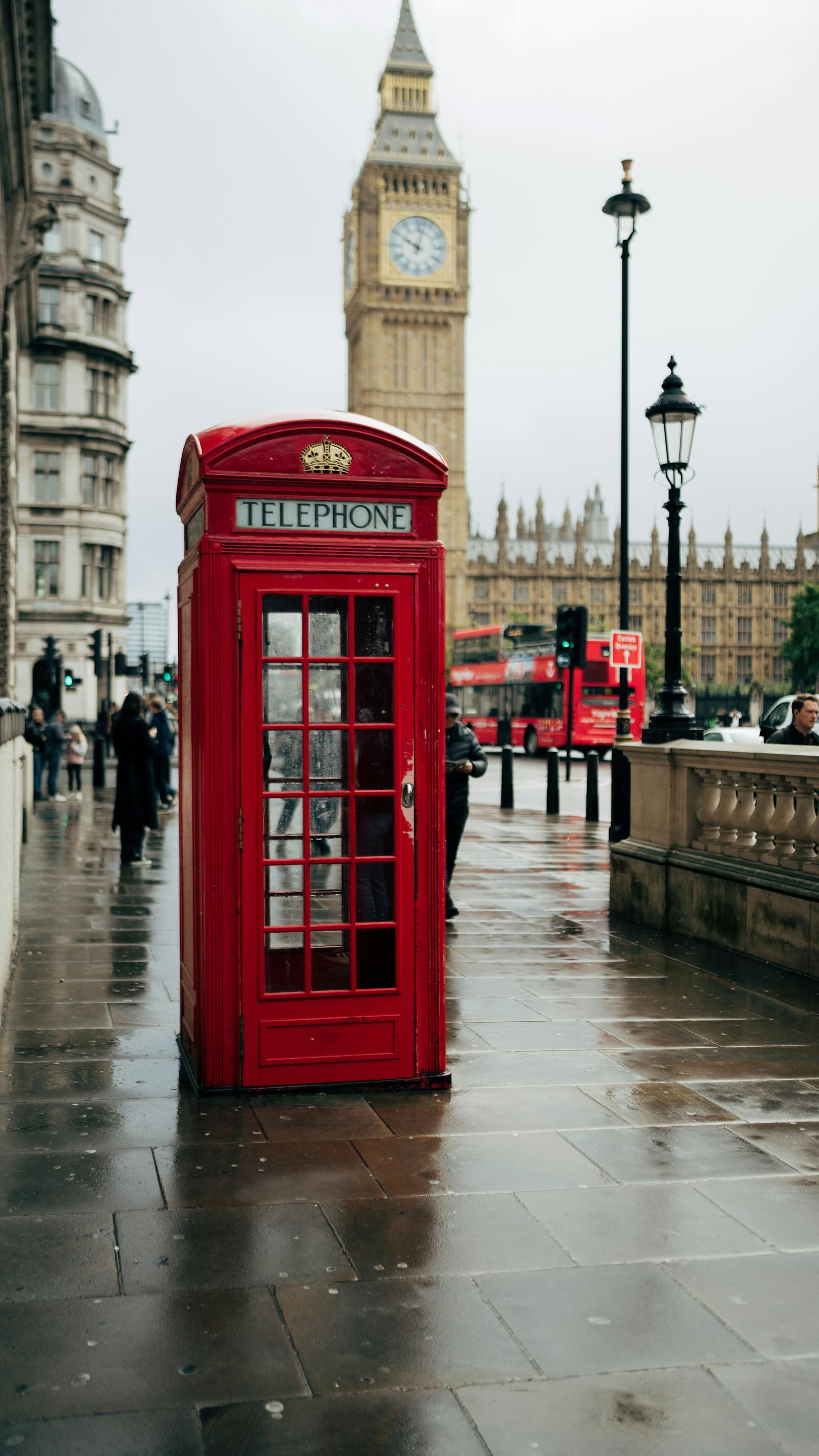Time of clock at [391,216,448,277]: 10:02
